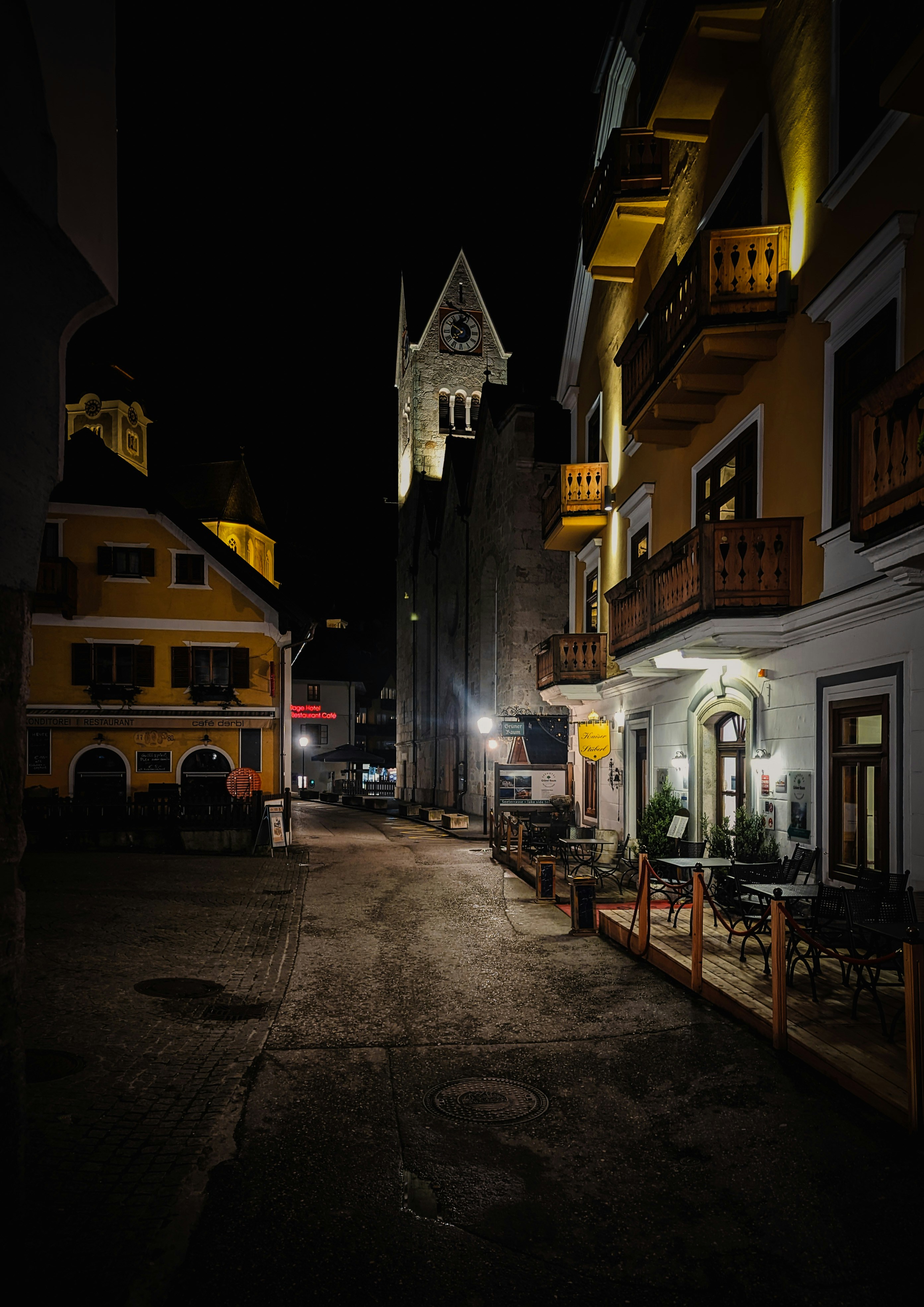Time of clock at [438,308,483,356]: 7:50
